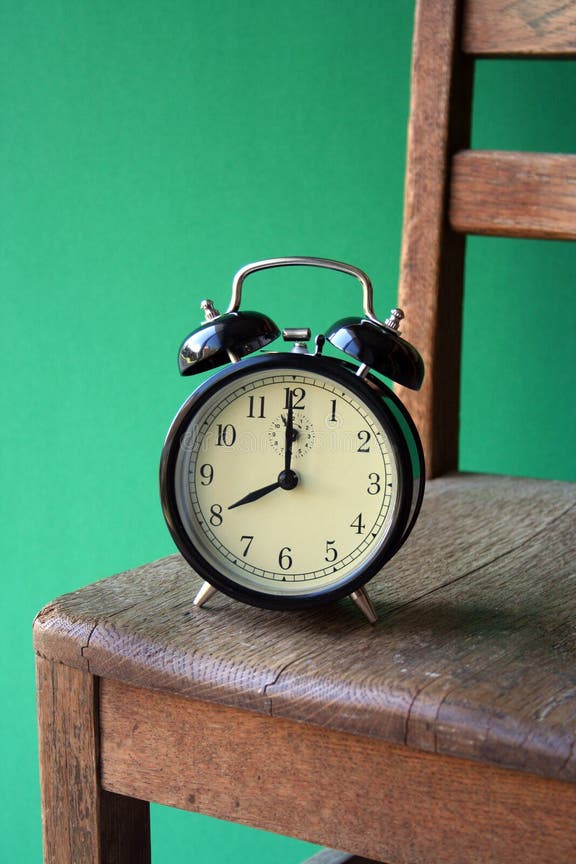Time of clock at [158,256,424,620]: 7:59
